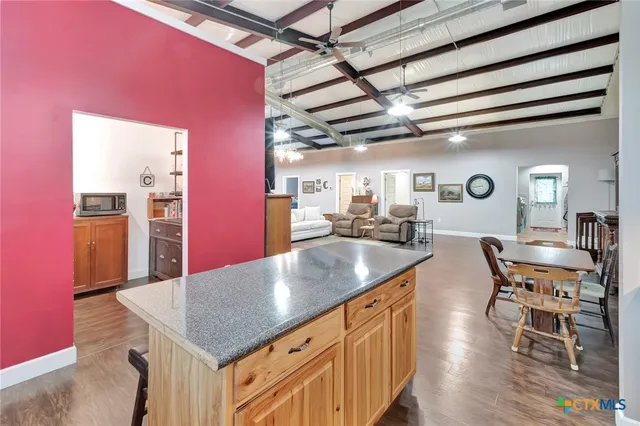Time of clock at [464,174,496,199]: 8:43
